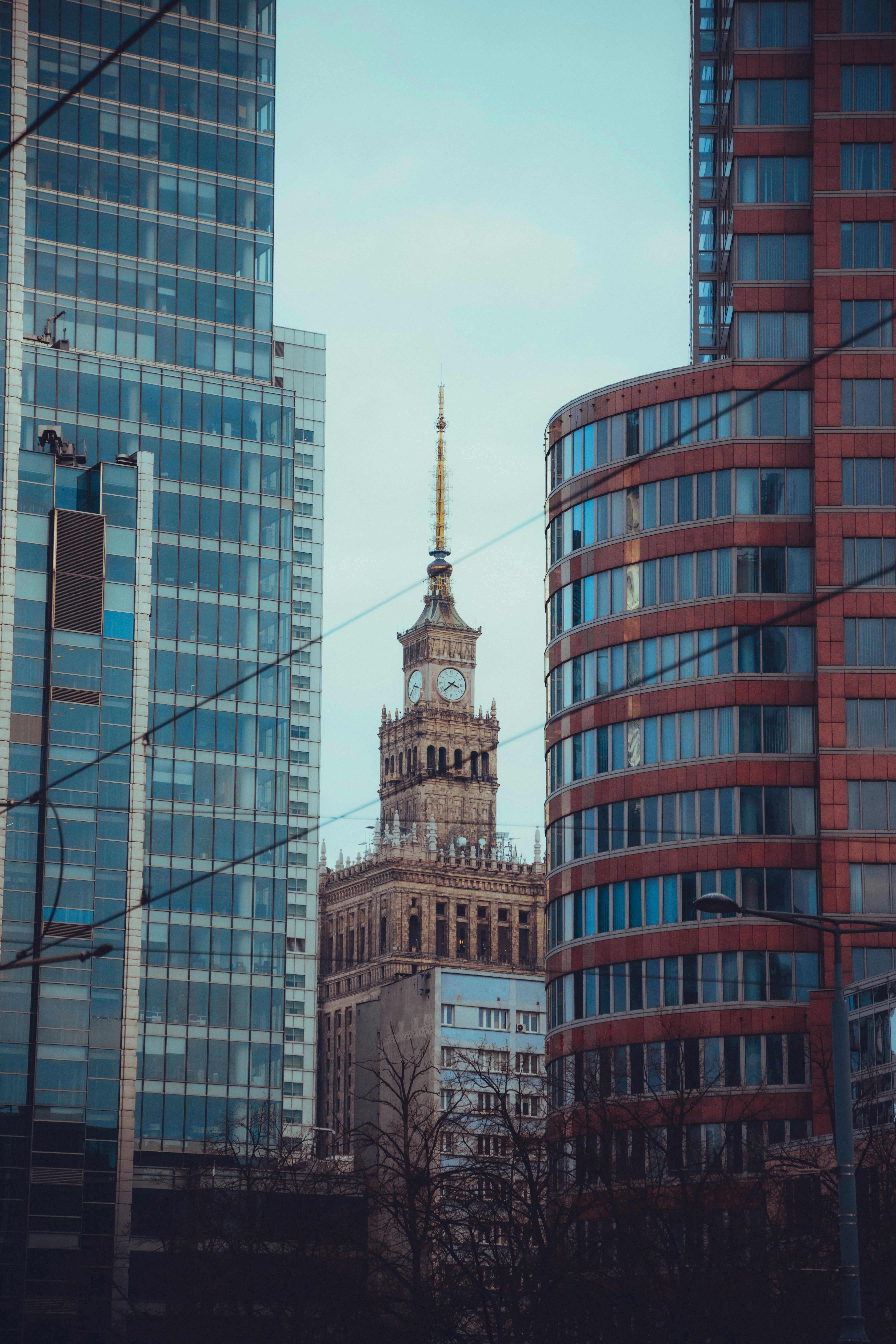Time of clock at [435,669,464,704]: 3:37
